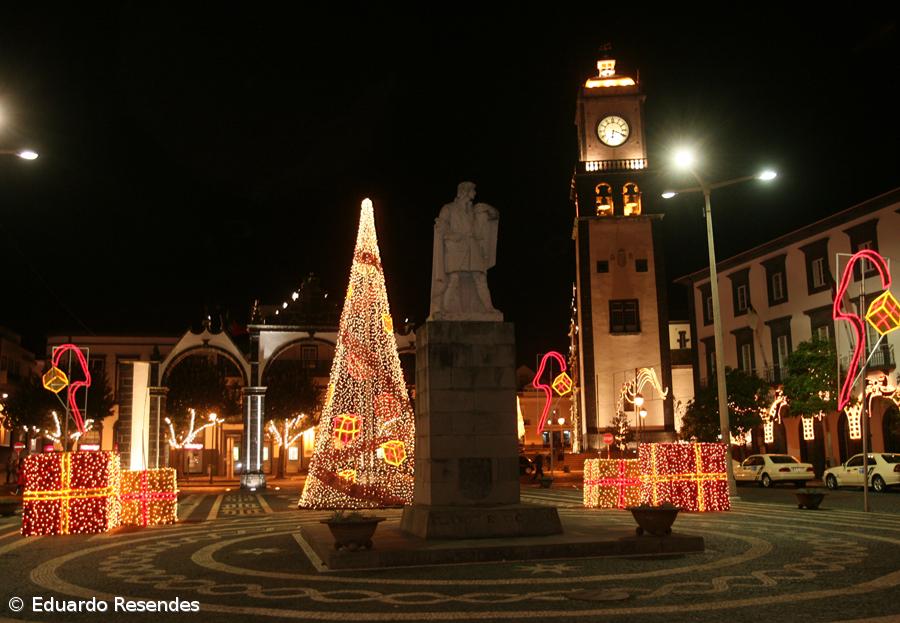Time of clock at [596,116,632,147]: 6:18
